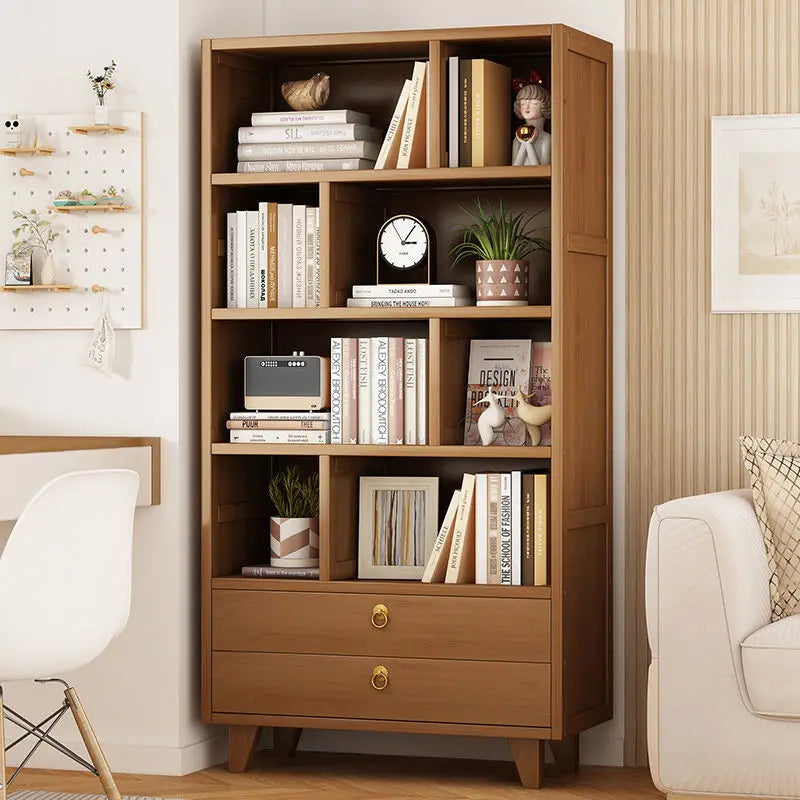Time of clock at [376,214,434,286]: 3:05
